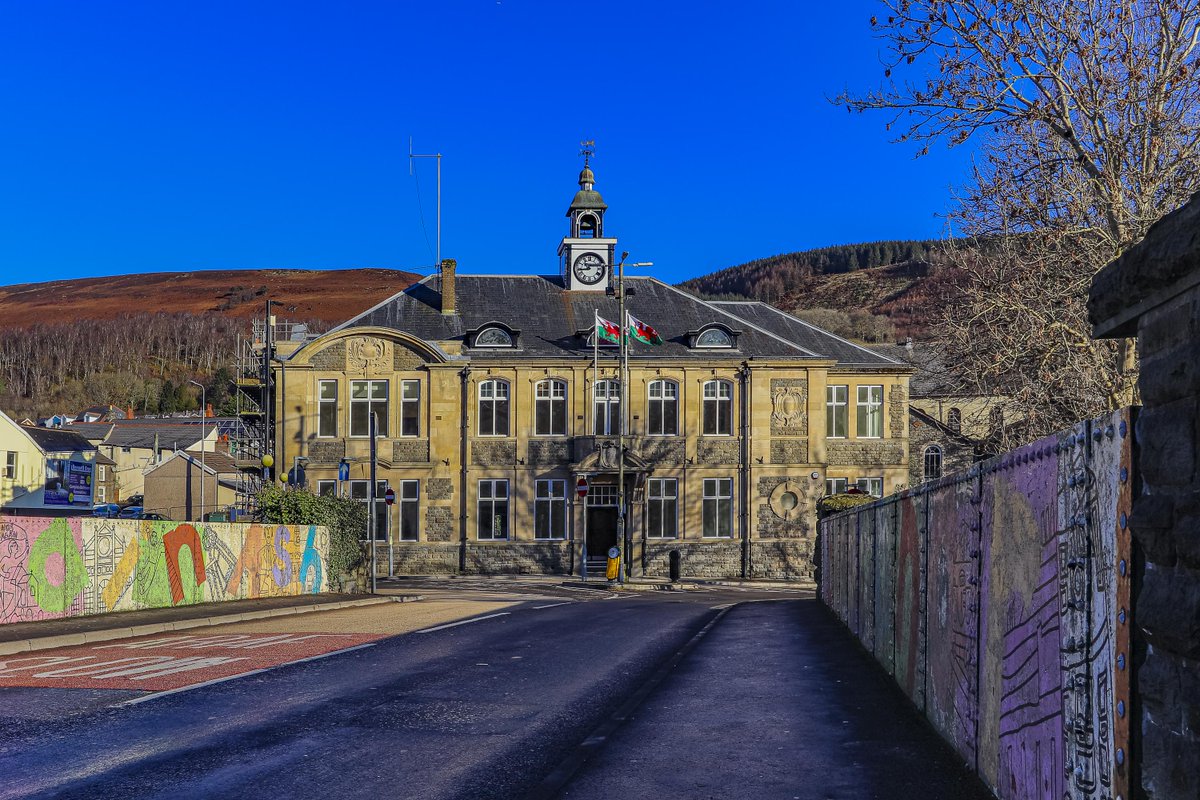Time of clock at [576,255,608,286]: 8:12
